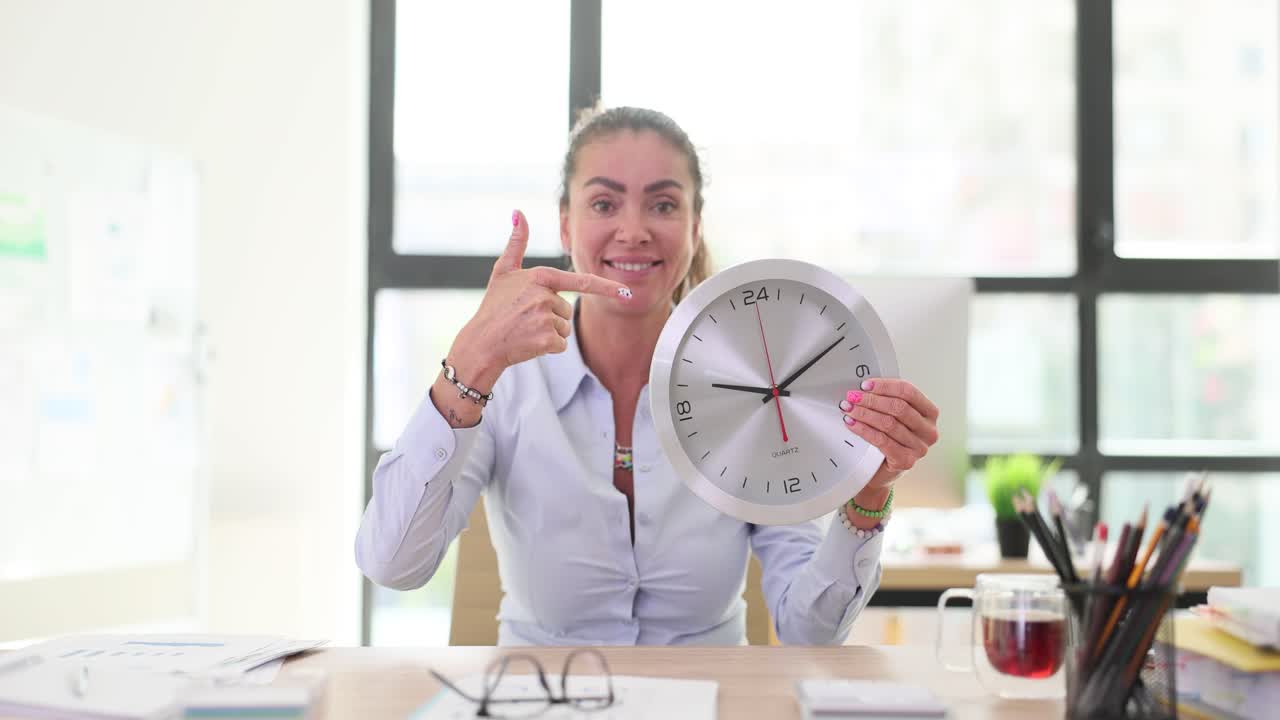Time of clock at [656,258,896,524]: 9:10
